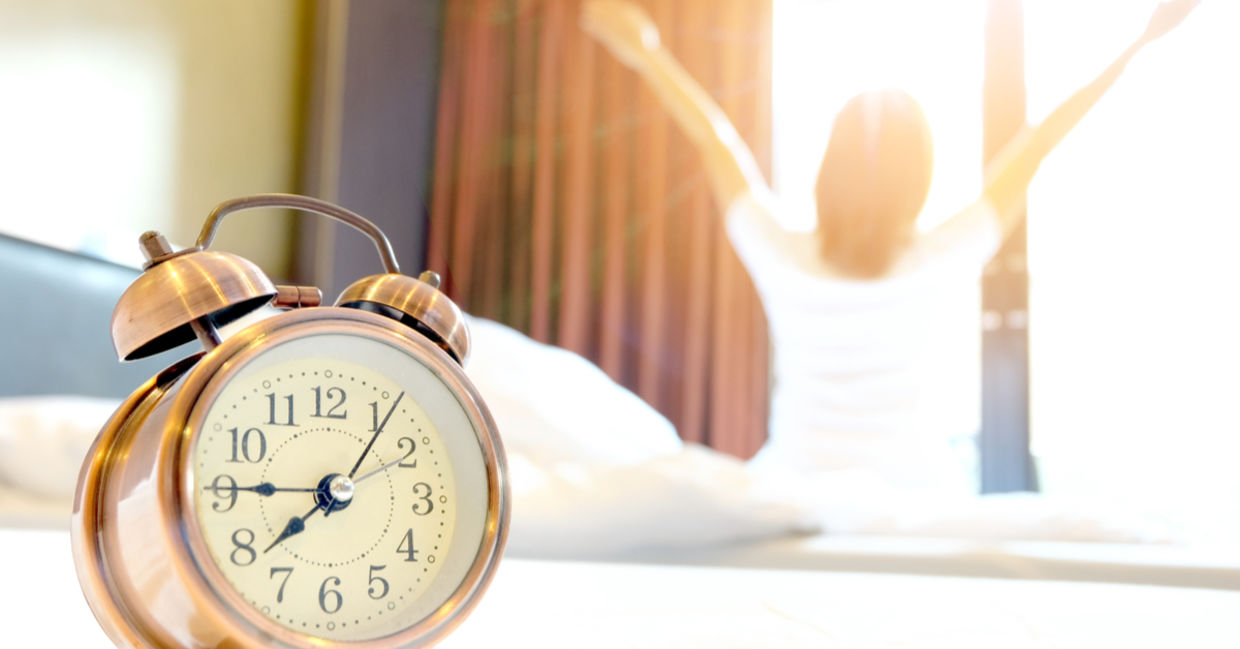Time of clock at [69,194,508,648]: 7:45
